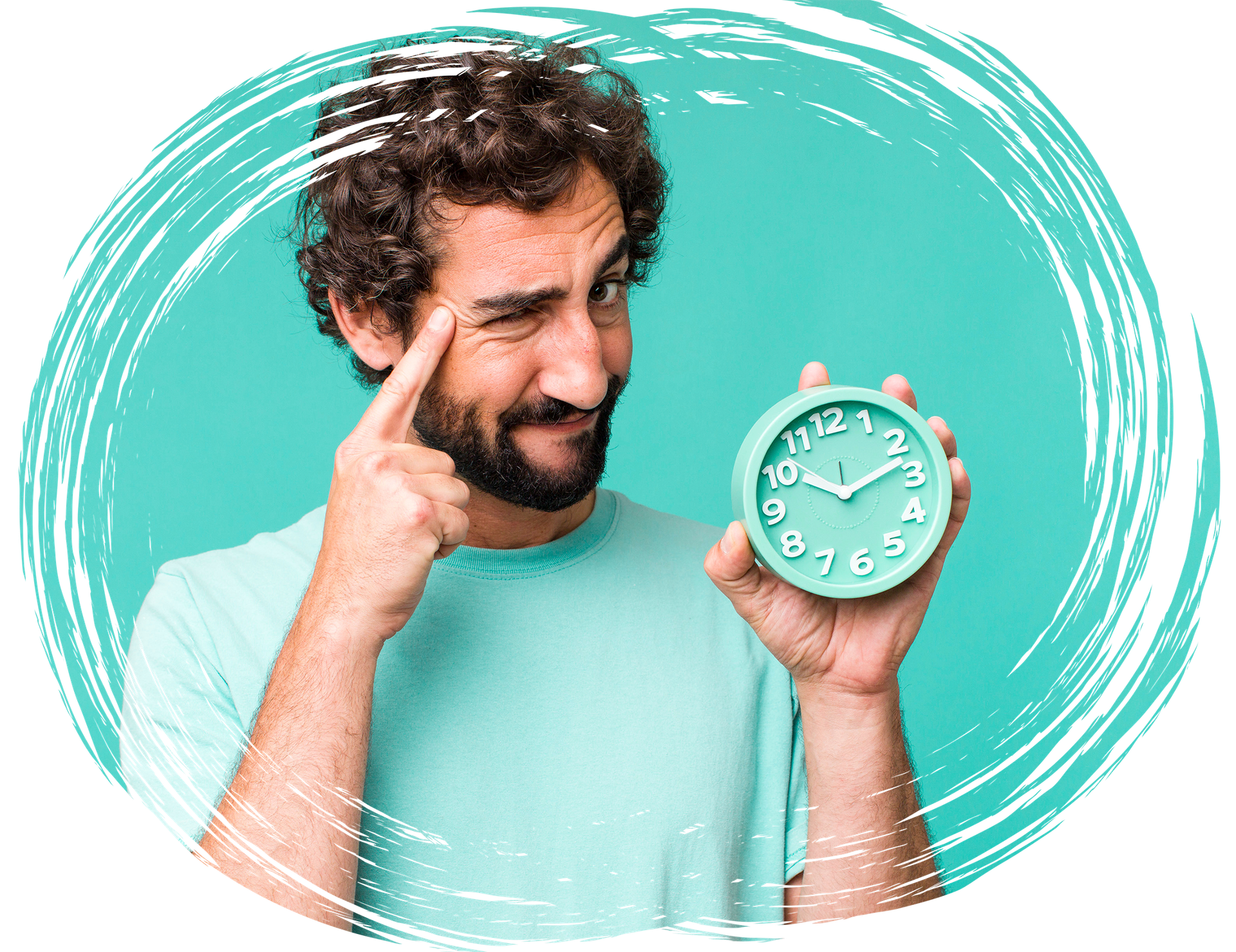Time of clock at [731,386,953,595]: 10:12
